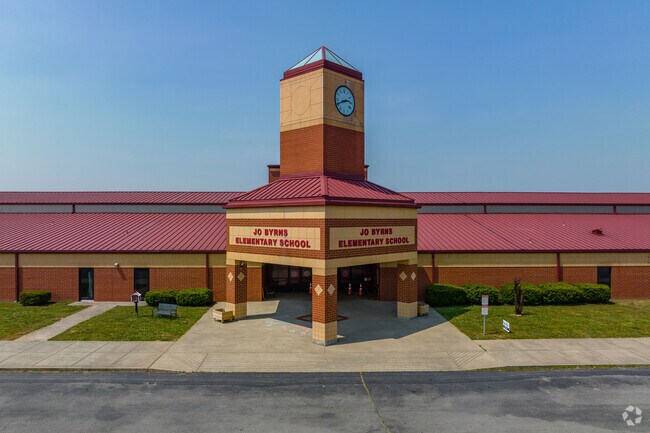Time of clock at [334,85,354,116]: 2:40
